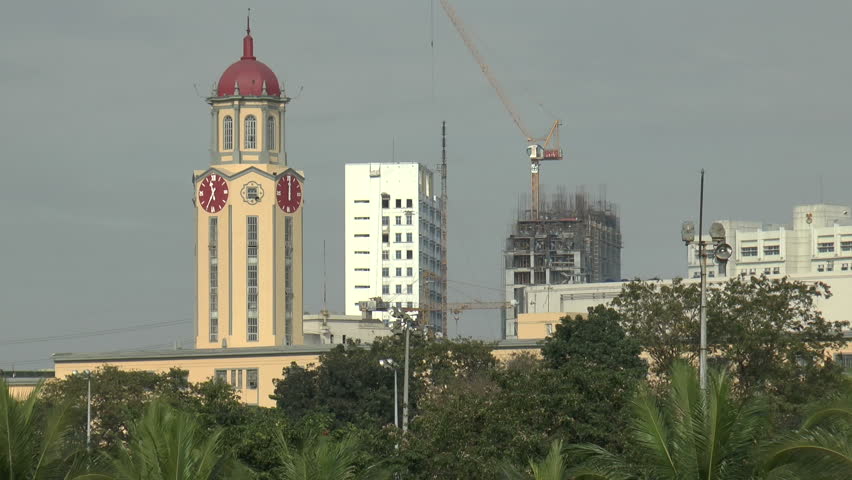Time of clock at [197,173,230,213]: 11:34
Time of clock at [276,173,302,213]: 12:00
